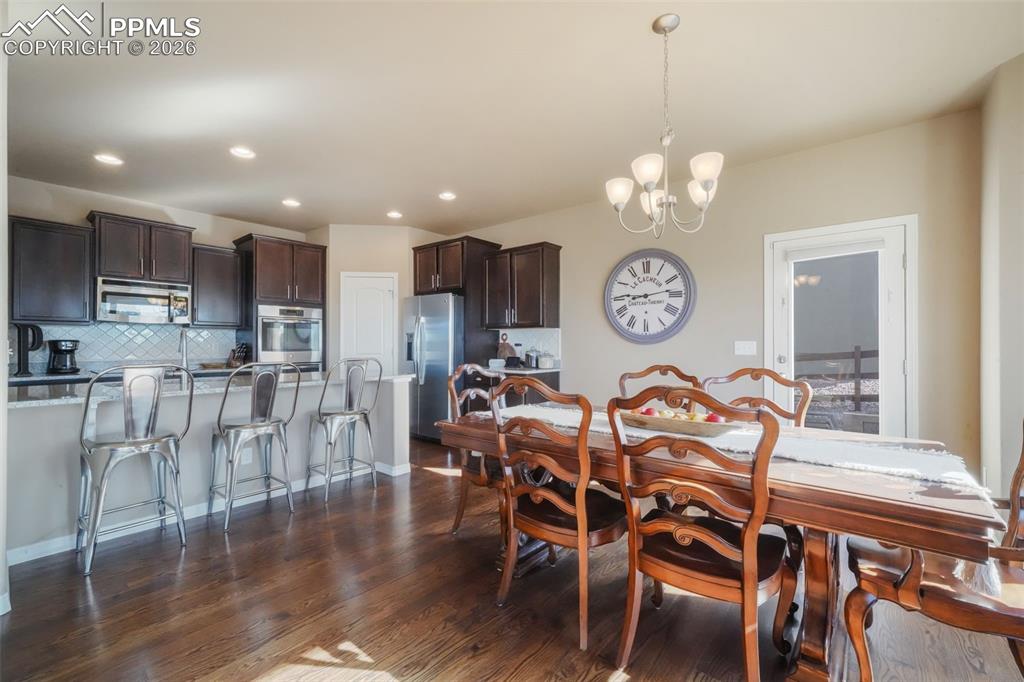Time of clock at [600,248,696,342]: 9:13
